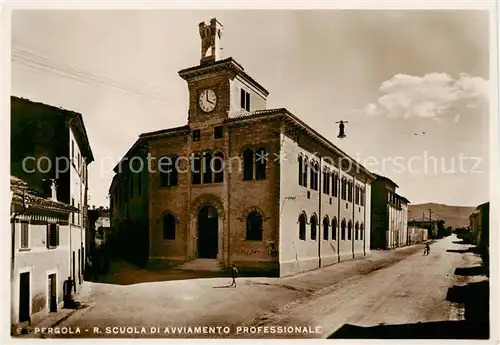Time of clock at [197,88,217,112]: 4:00
